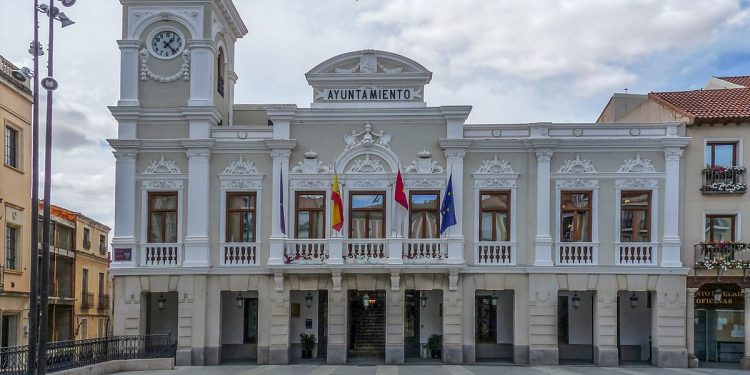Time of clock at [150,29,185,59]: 1:22
